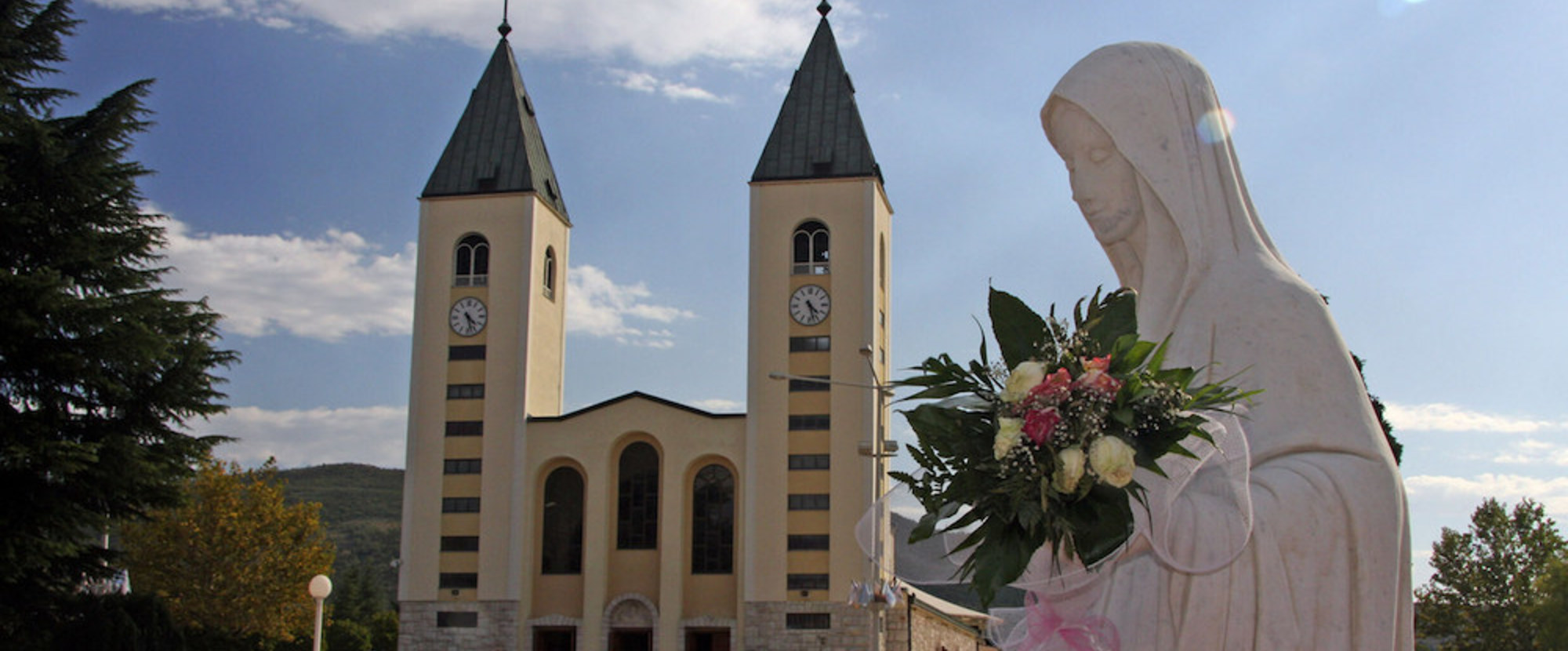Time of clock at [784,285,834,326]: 4:27
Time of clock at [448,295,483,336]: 4:27
